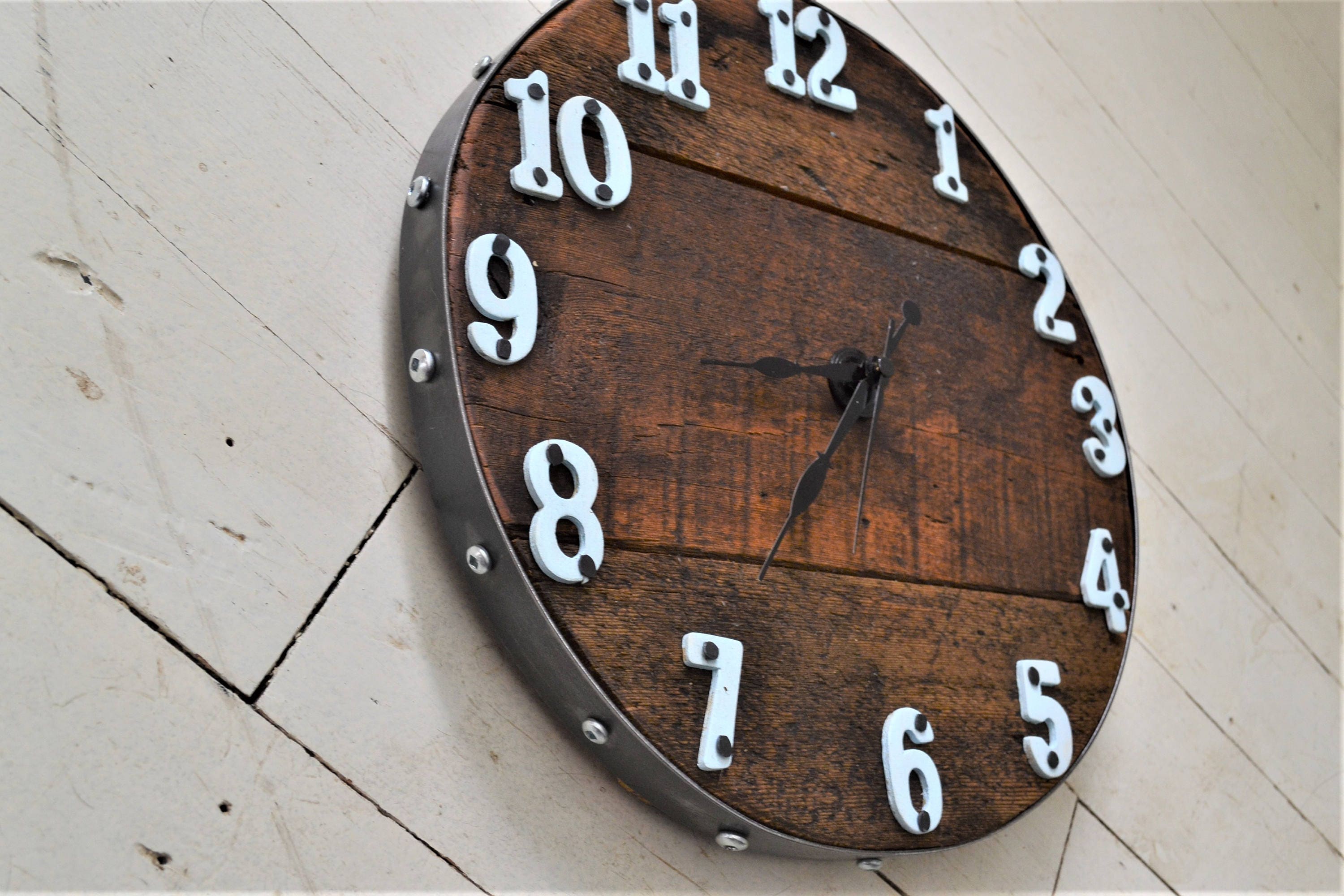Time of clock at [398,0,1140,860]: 8:35
